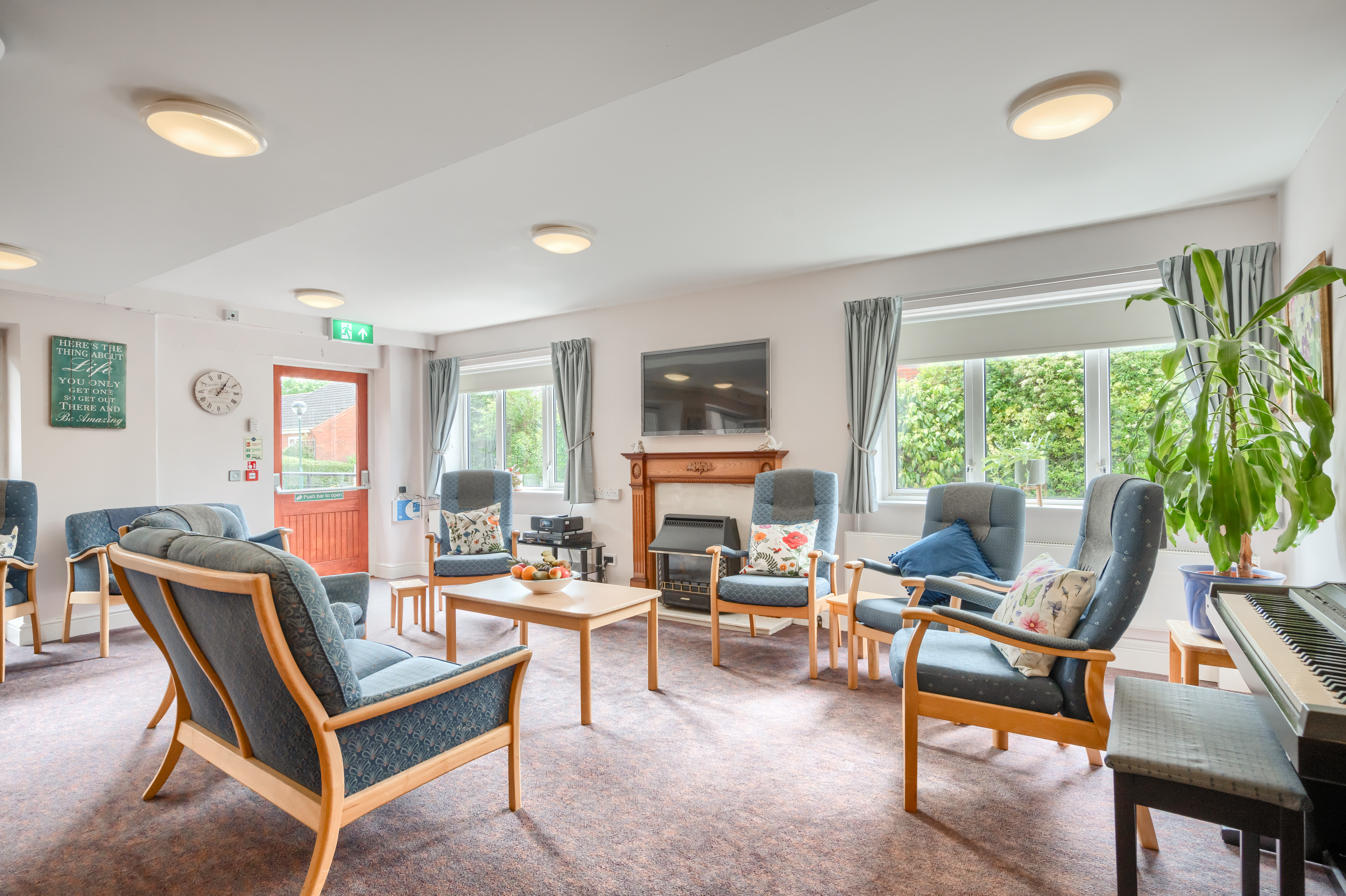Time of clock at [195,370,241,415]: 1:05
